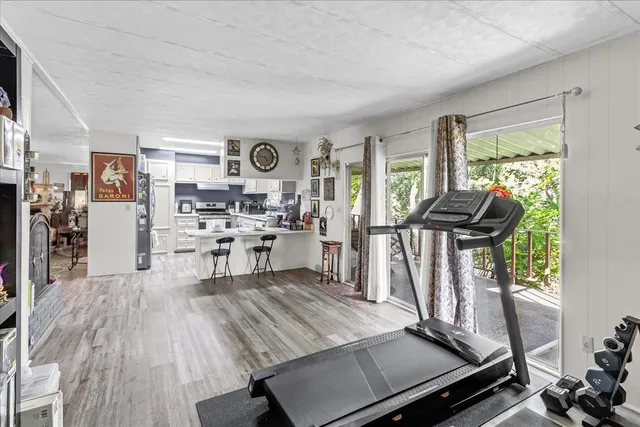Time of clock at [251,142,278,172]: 4:46
